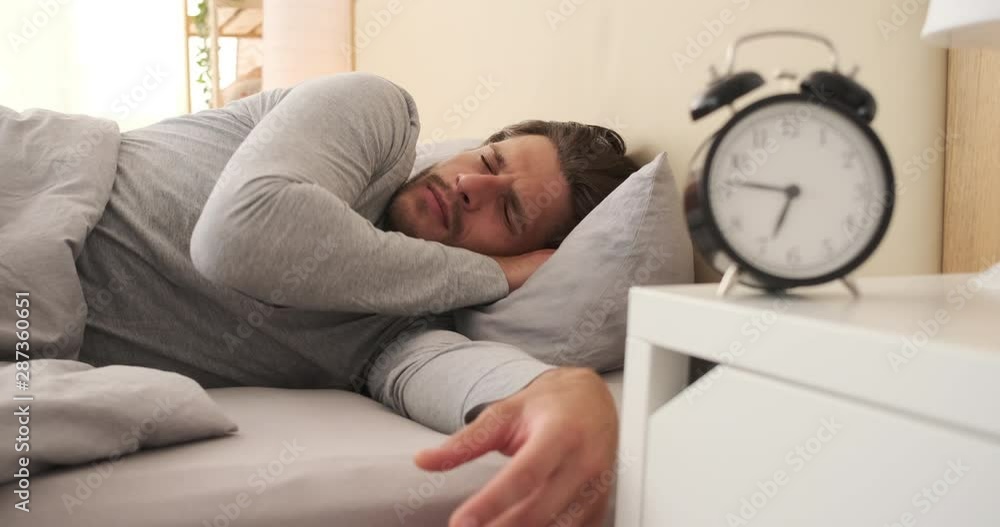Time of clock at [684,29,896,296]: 6:46
